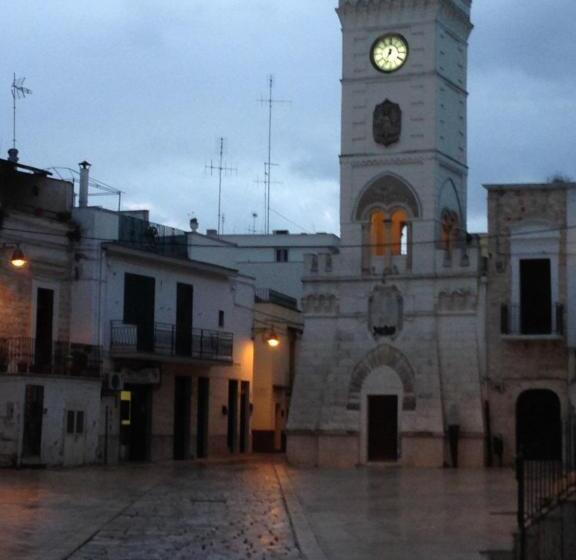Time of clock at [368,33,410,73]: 12:34
